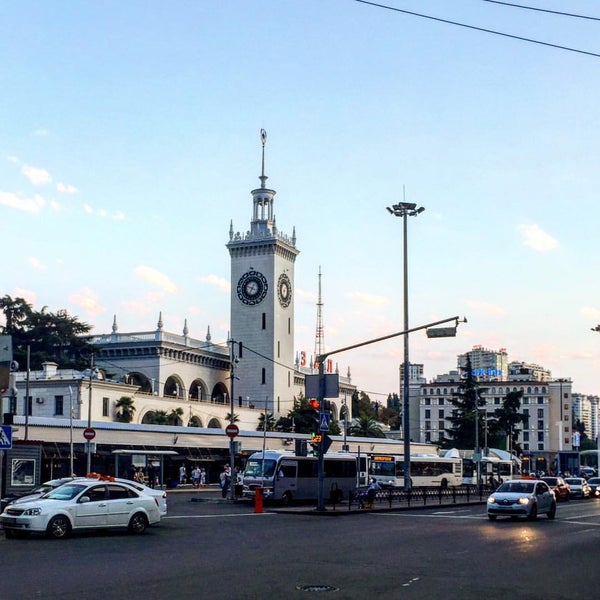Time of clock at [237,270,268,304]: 6:47
